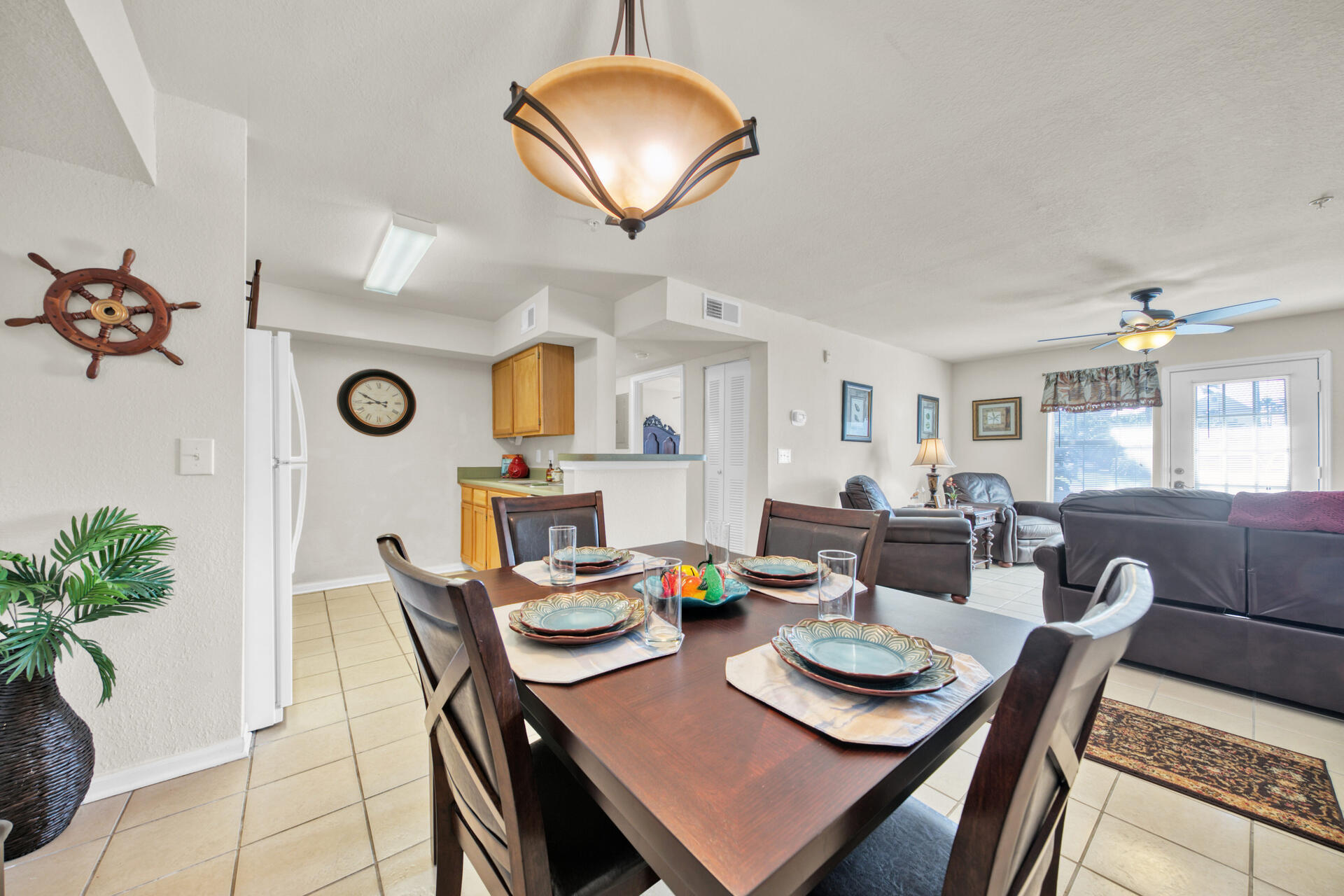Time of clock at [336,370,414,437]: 8:49
